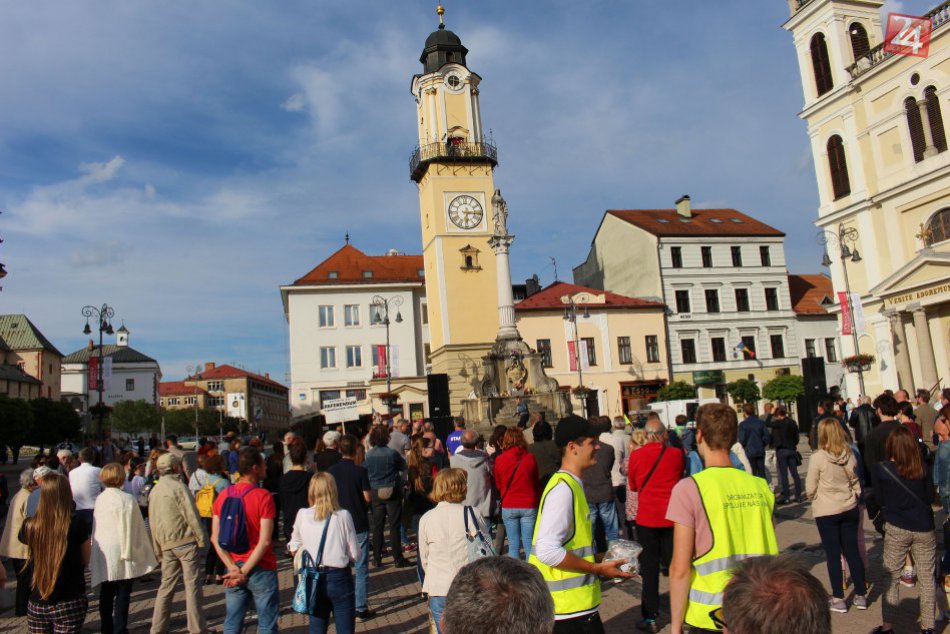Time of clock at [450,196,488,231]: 6:15
